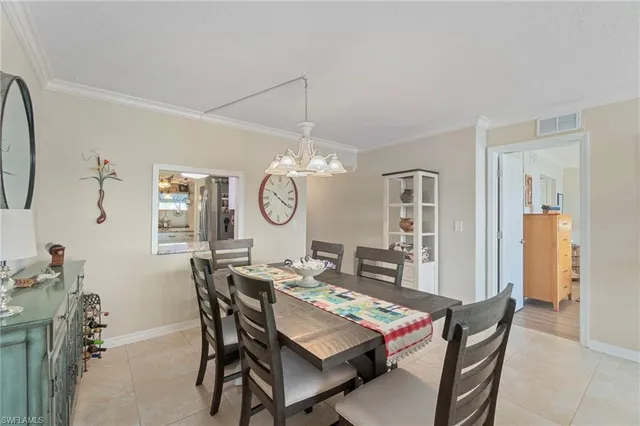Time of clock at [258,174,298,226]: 10:20
